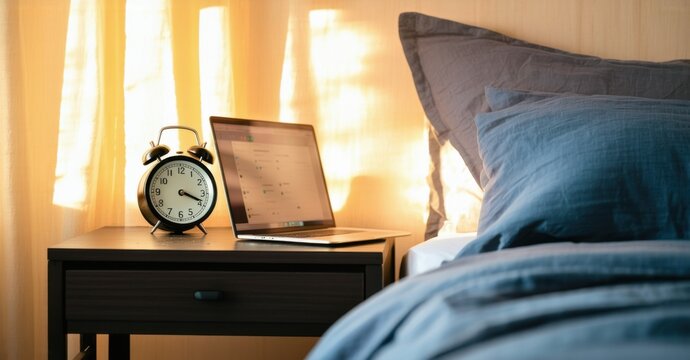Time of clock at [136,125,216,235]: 3:18
